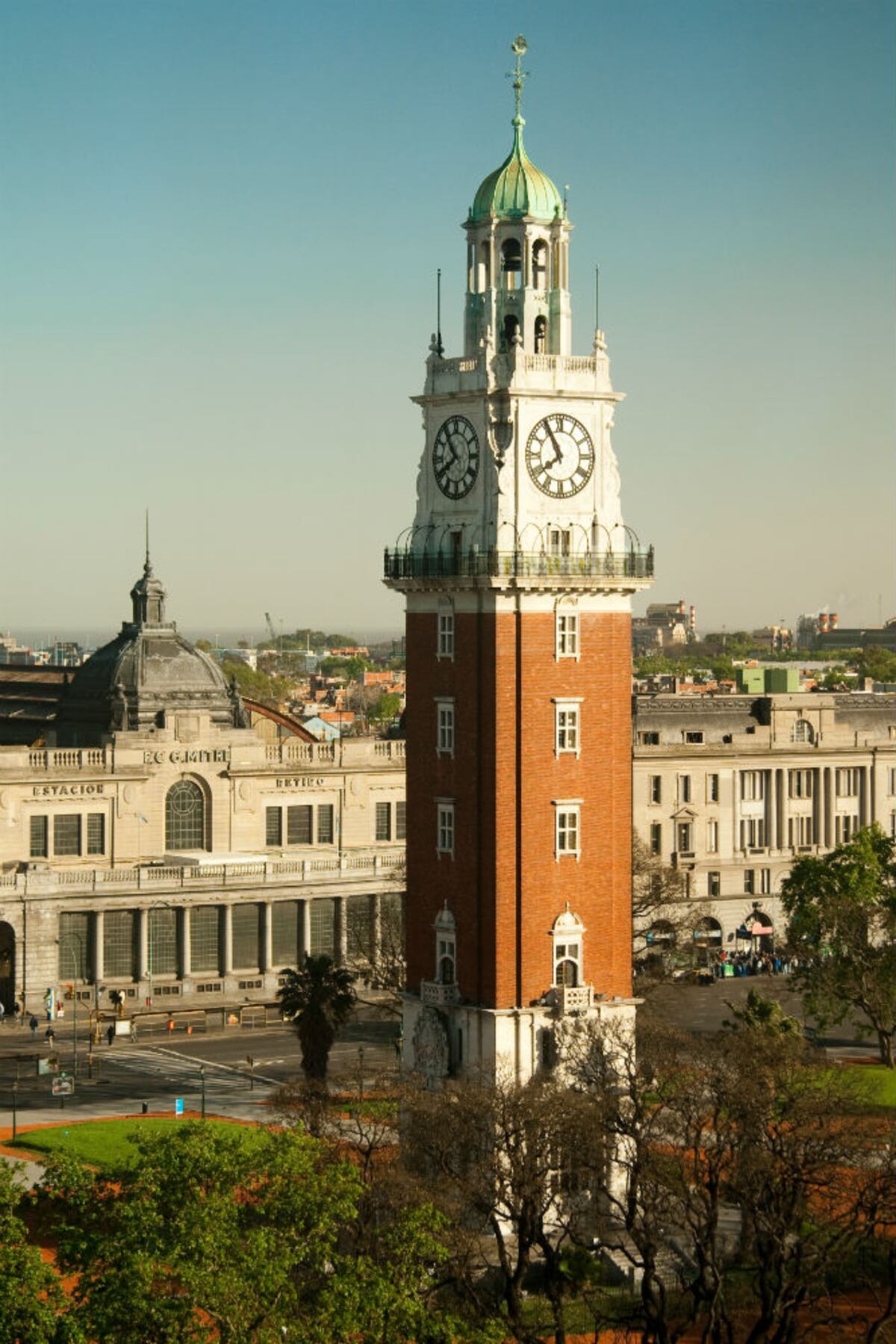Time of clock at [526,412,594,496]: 7:55
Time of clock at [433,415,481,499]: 10:40
